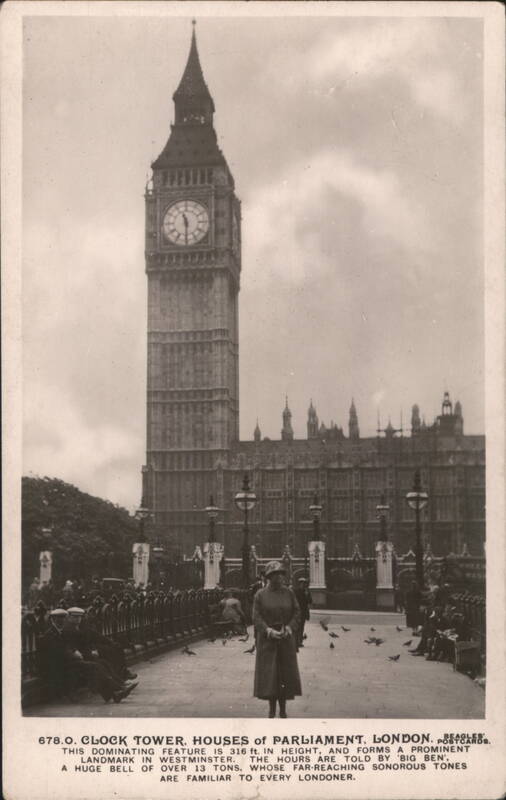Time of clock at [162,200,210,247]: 11:29
